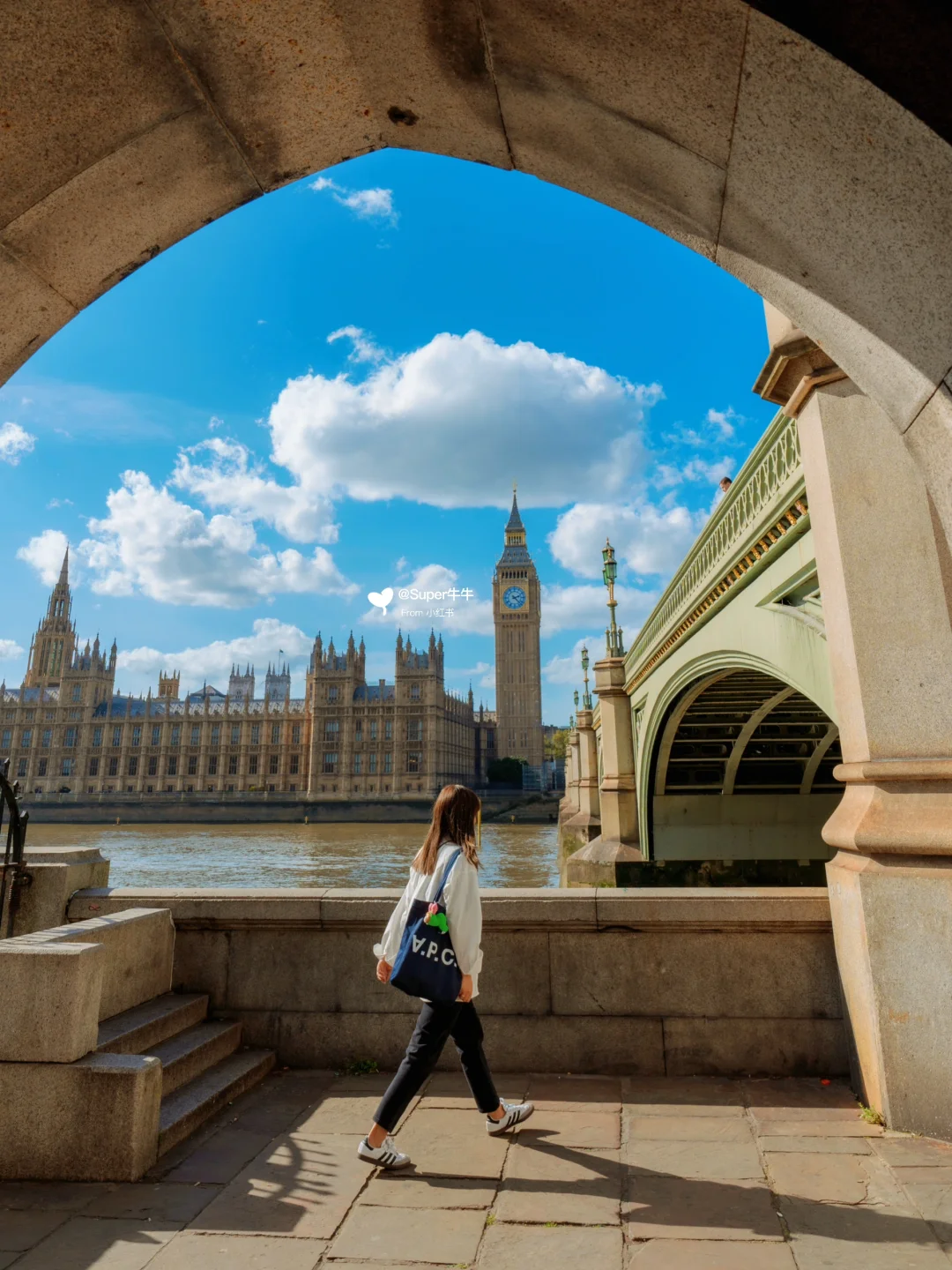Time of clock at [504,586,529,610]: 2:22
